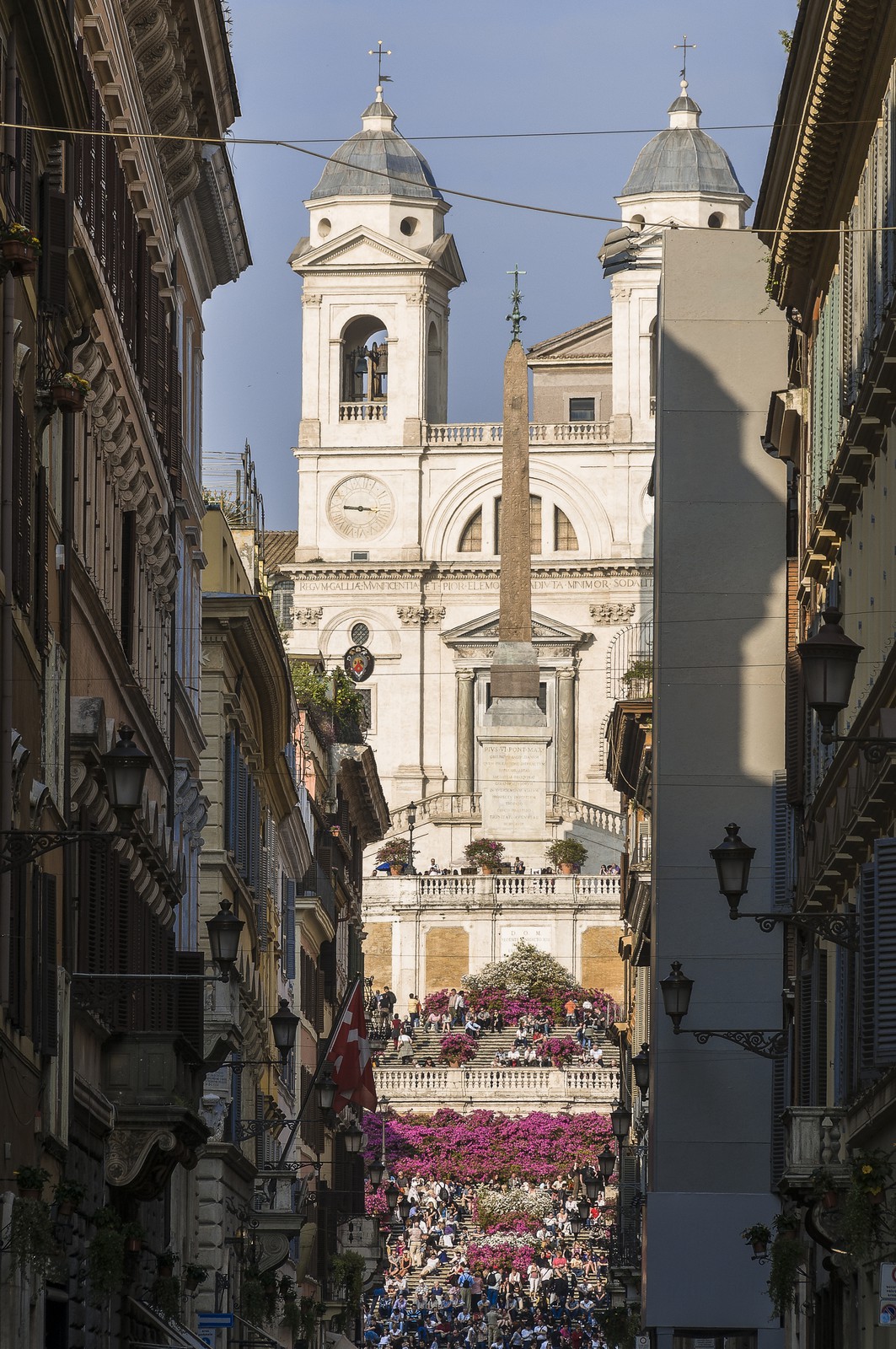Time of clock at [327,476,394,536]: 9:16
